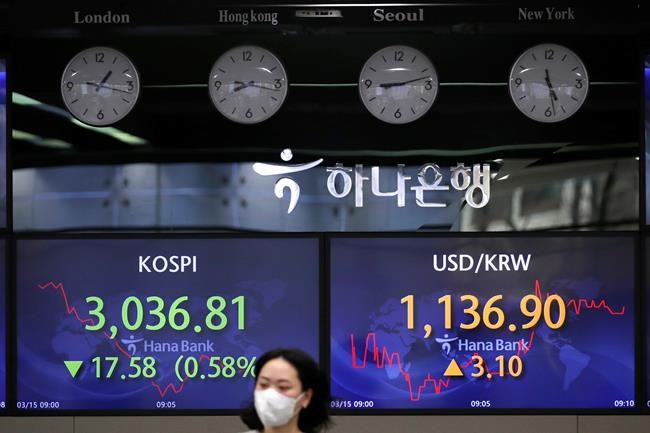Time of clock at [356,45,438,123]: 9:12
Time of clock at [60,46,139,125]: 1:17
